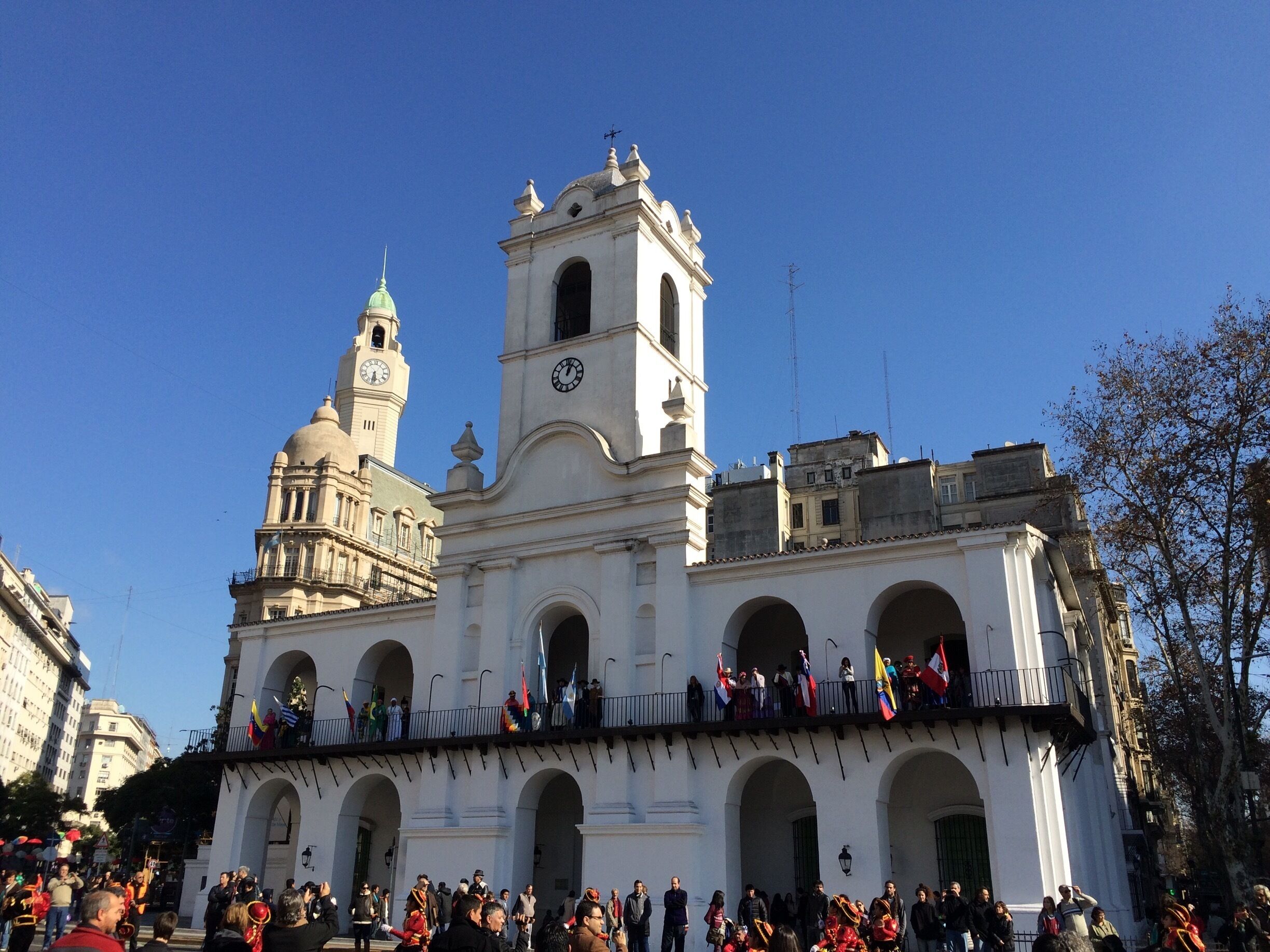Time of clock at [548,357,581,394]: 1:02
